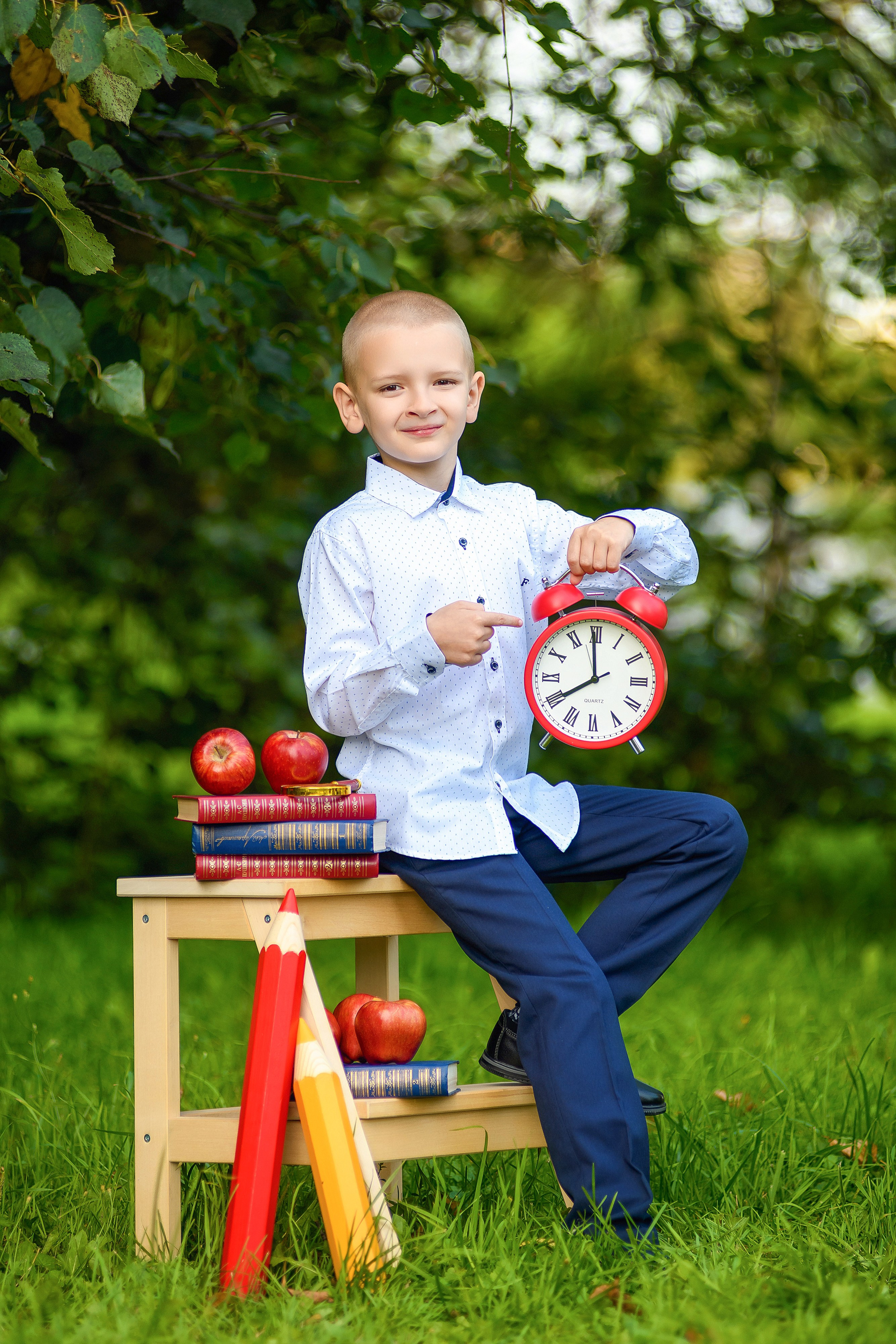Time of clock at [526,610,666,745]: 7:59
